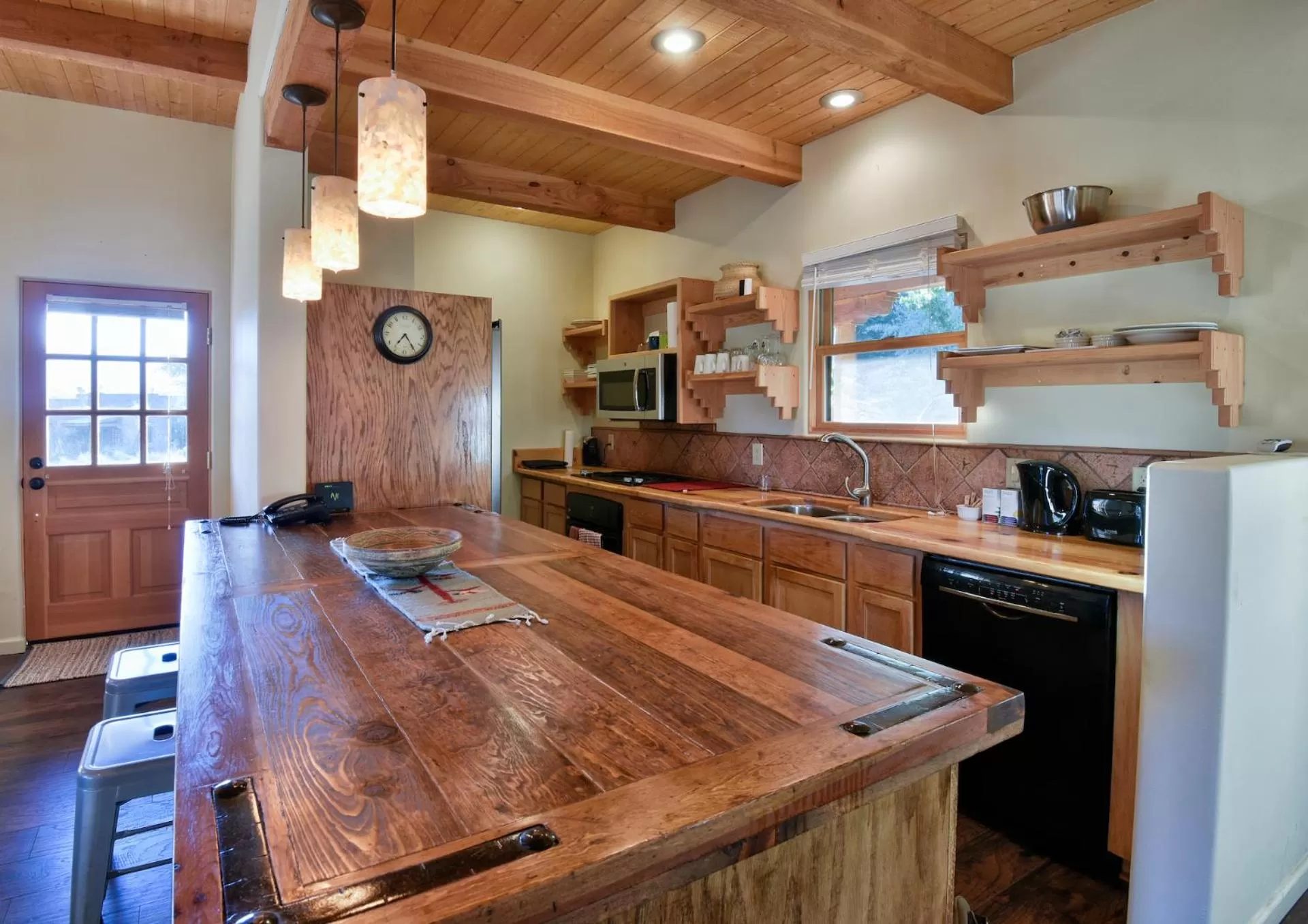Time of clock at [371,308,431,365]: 7:24
